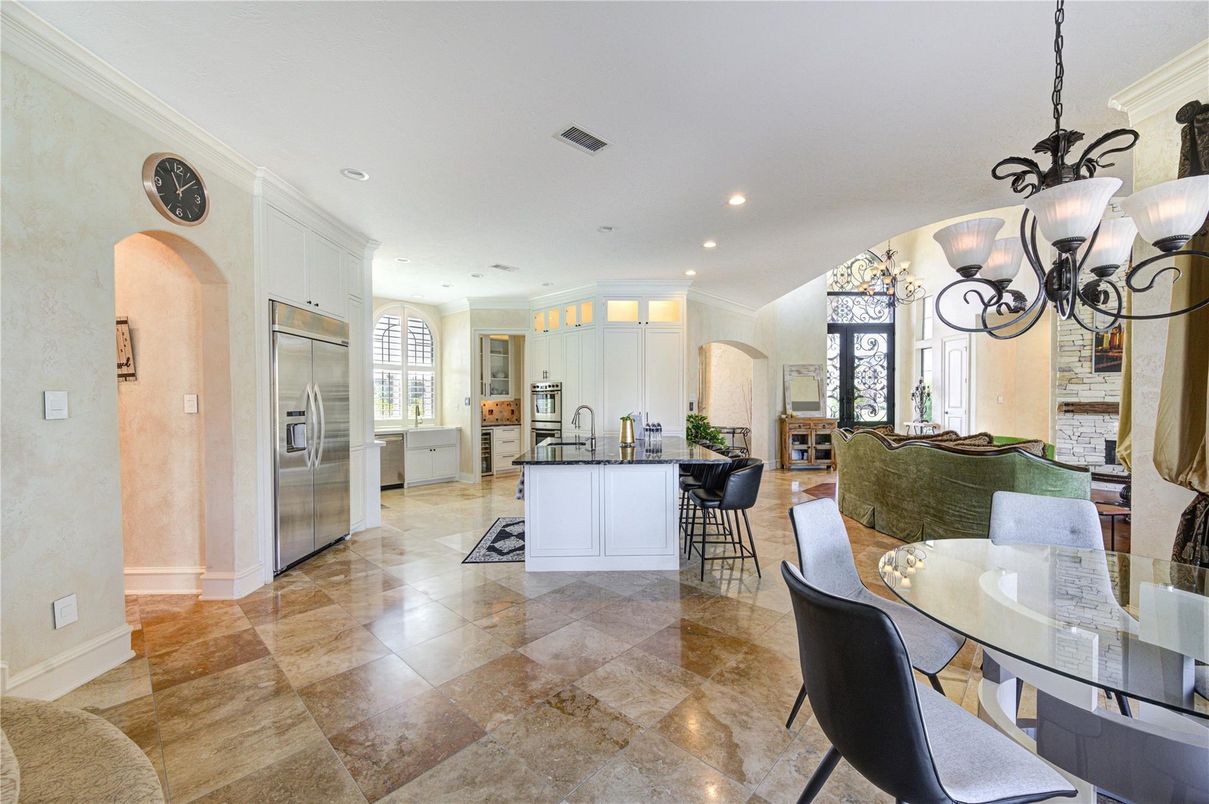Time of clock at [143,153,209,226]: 11:08
